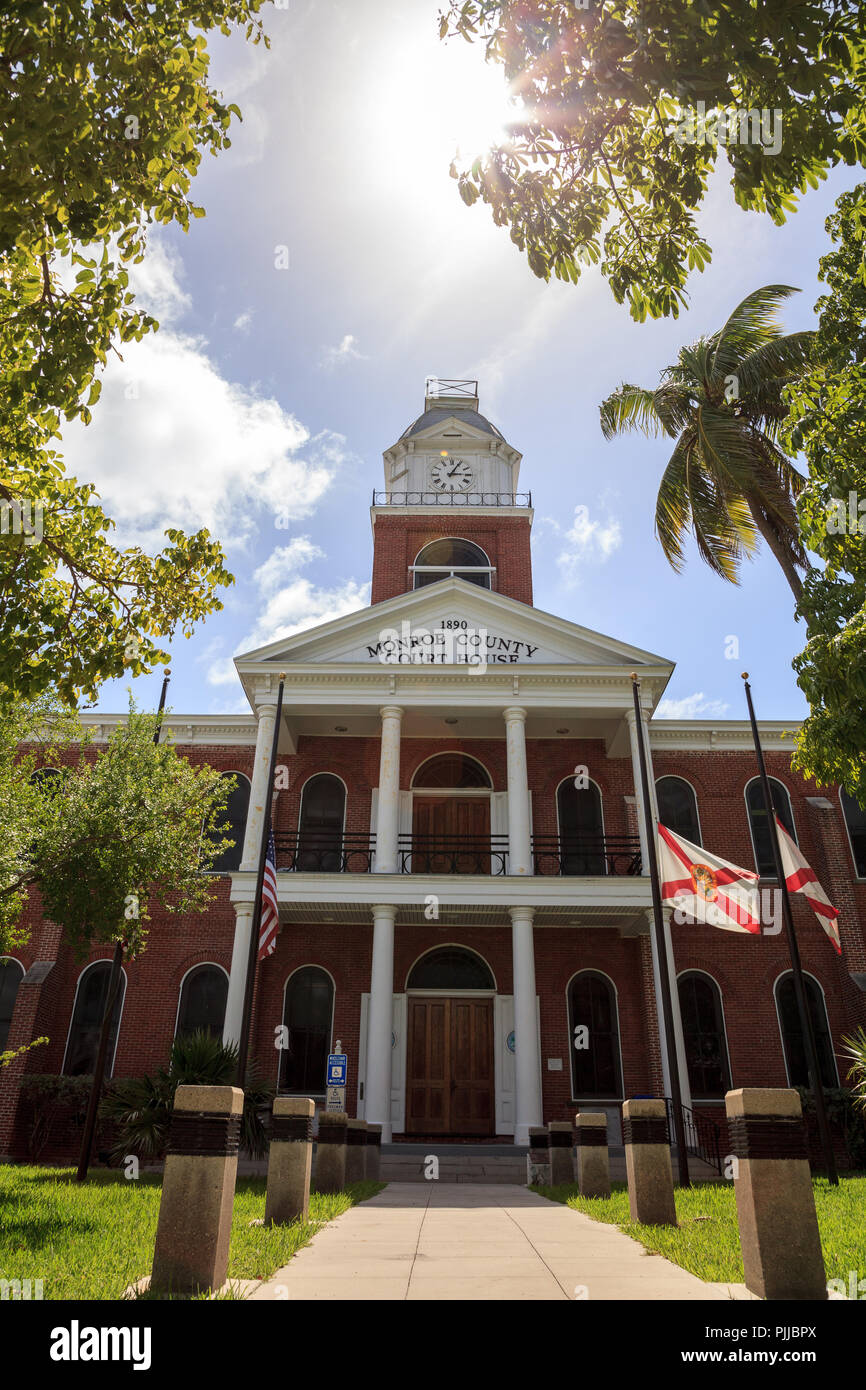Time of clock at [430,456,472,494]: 3:04
